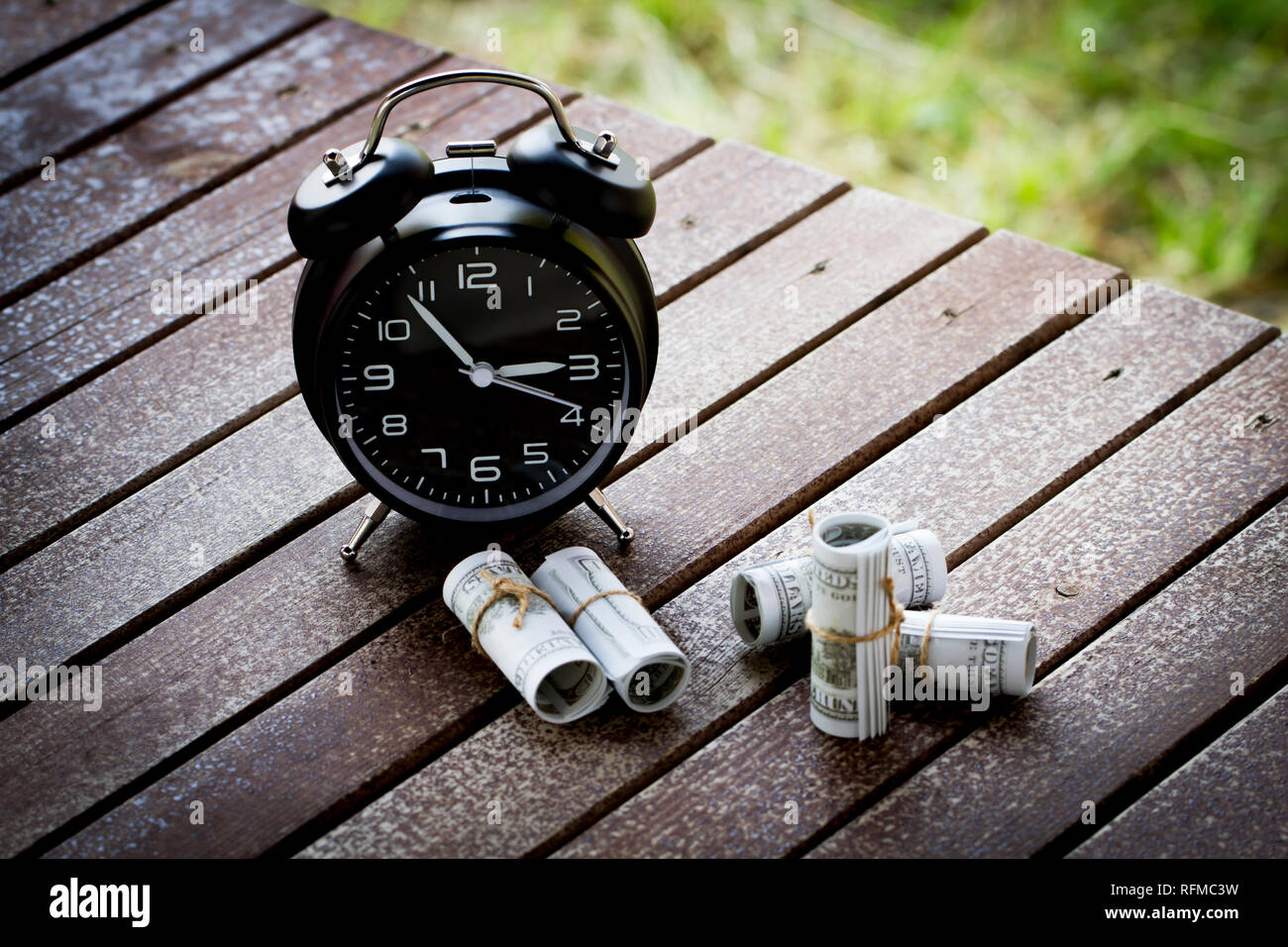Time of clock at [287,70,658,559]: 2:53
